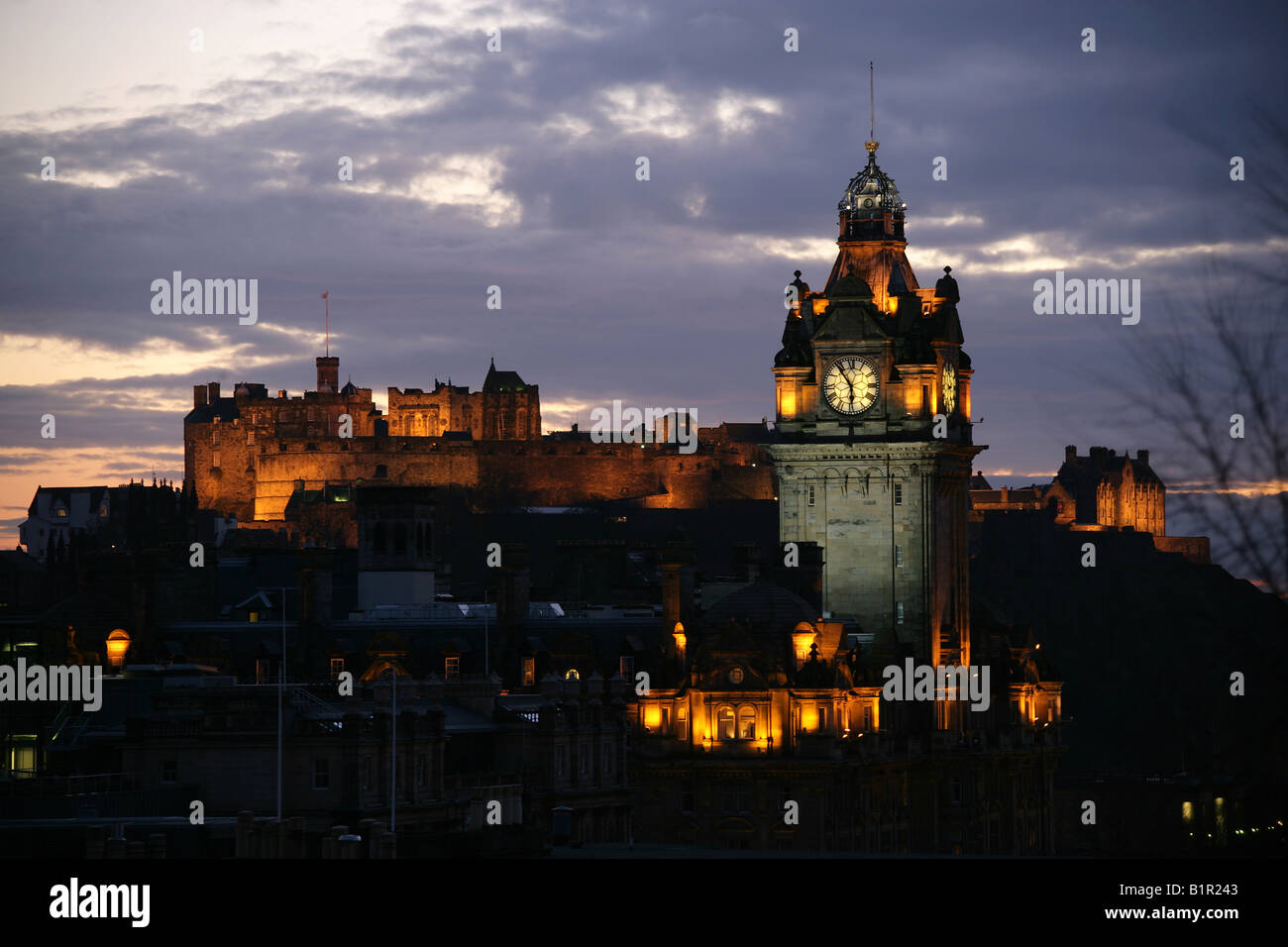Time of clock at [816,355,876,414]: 5:54
